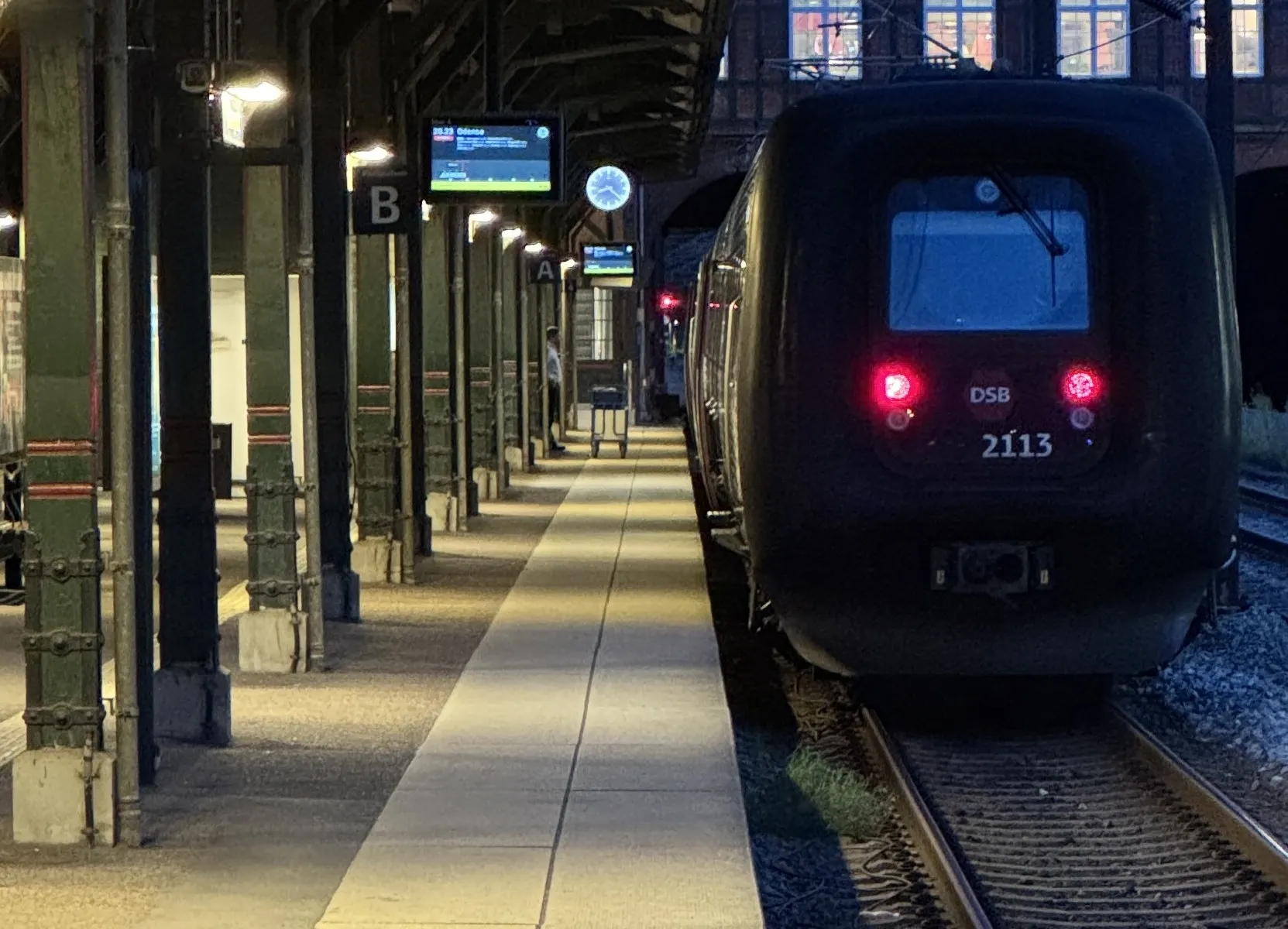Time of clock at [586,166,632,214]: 8:21
